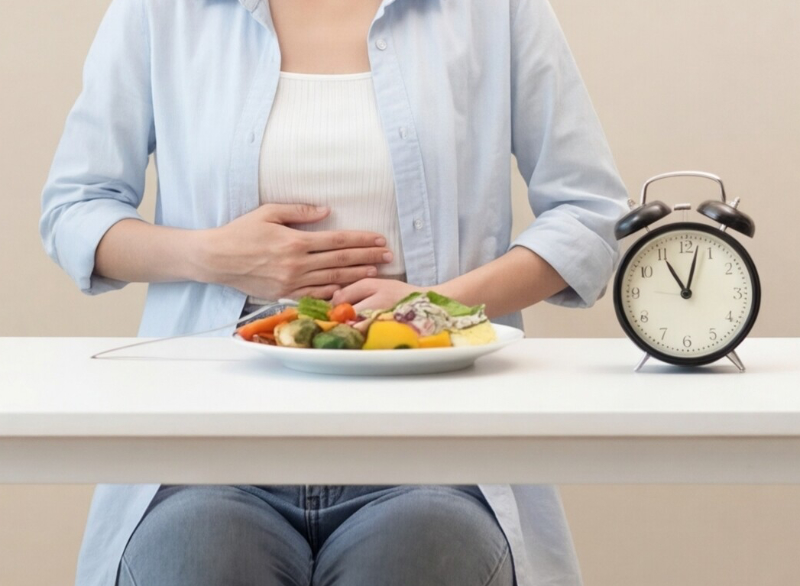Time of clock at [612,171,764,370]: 11:02
